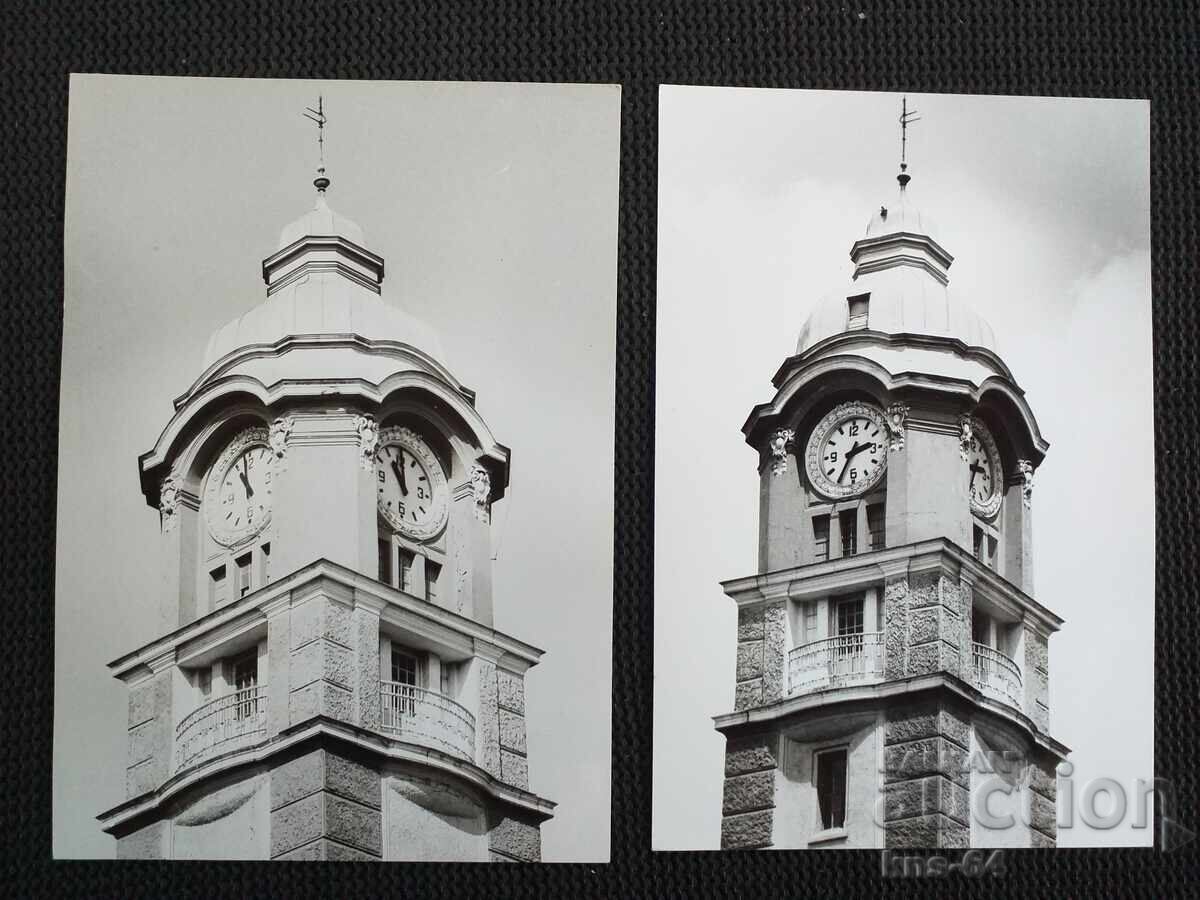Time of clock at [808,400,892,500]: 2:35
